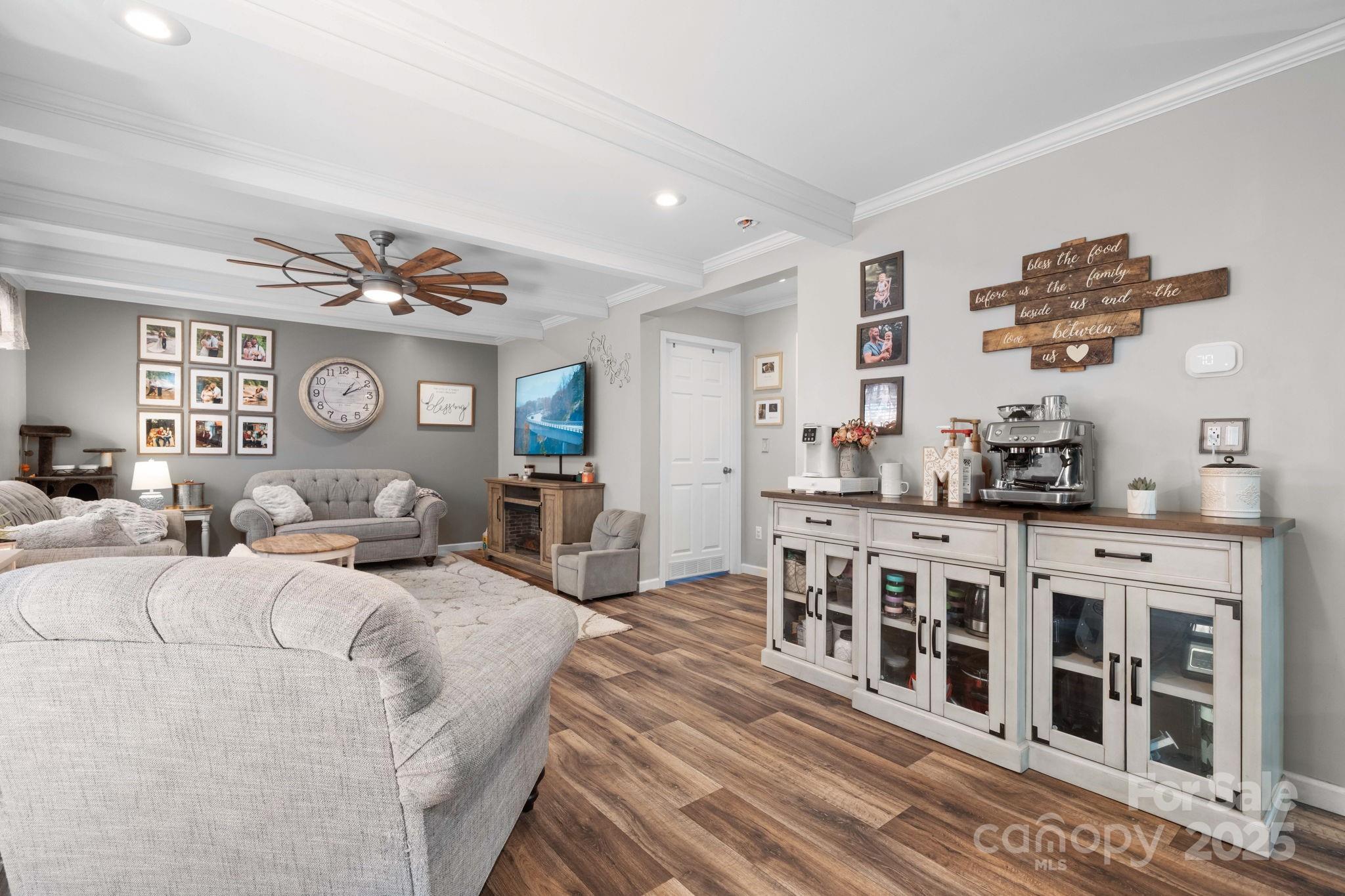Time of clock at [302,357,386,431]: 1:10
